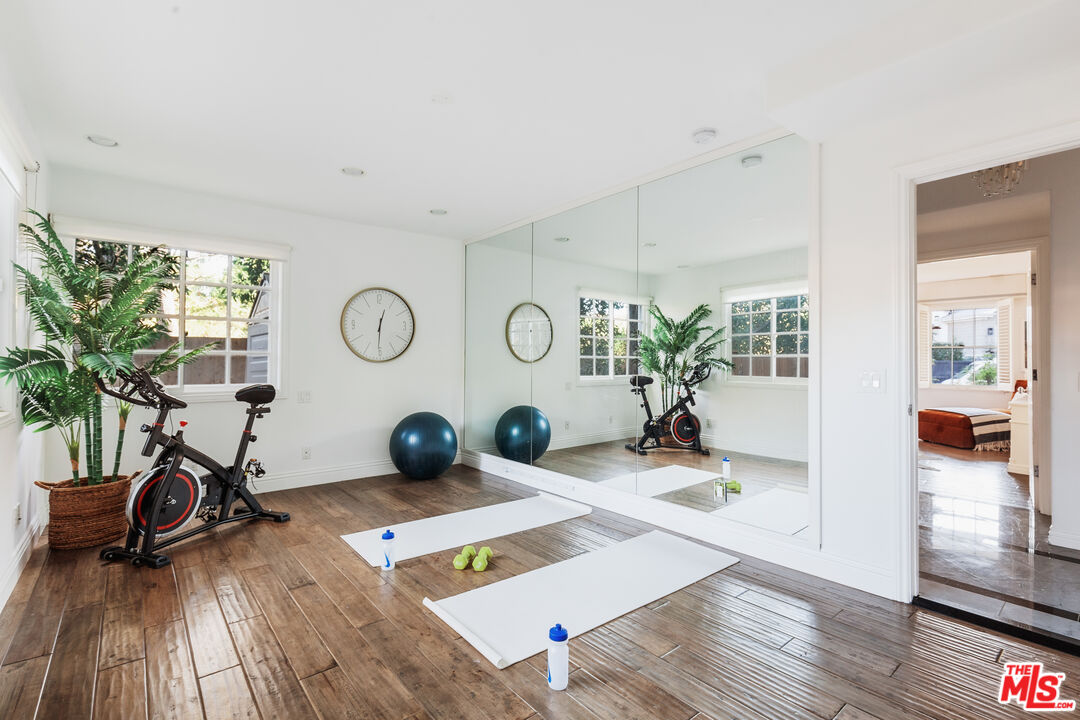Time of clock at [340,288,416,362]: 12:30
